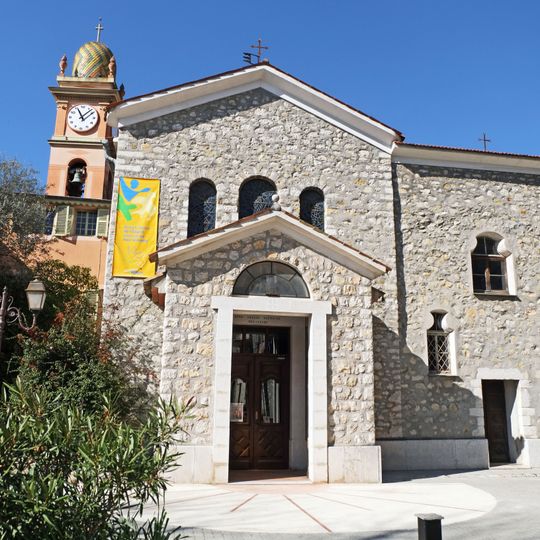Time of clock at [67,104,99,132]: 11:07
